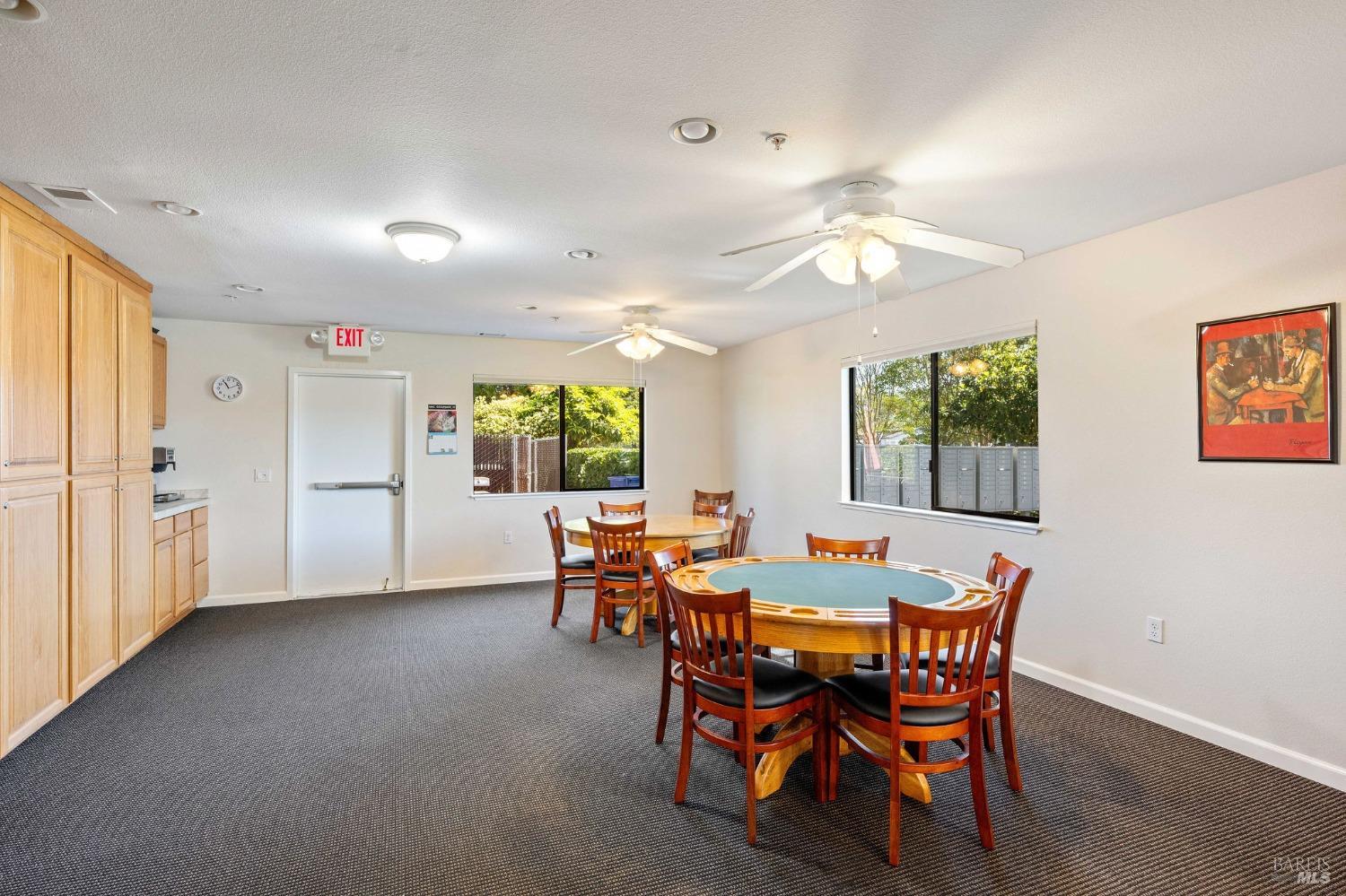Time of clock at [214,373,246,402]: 11:11
